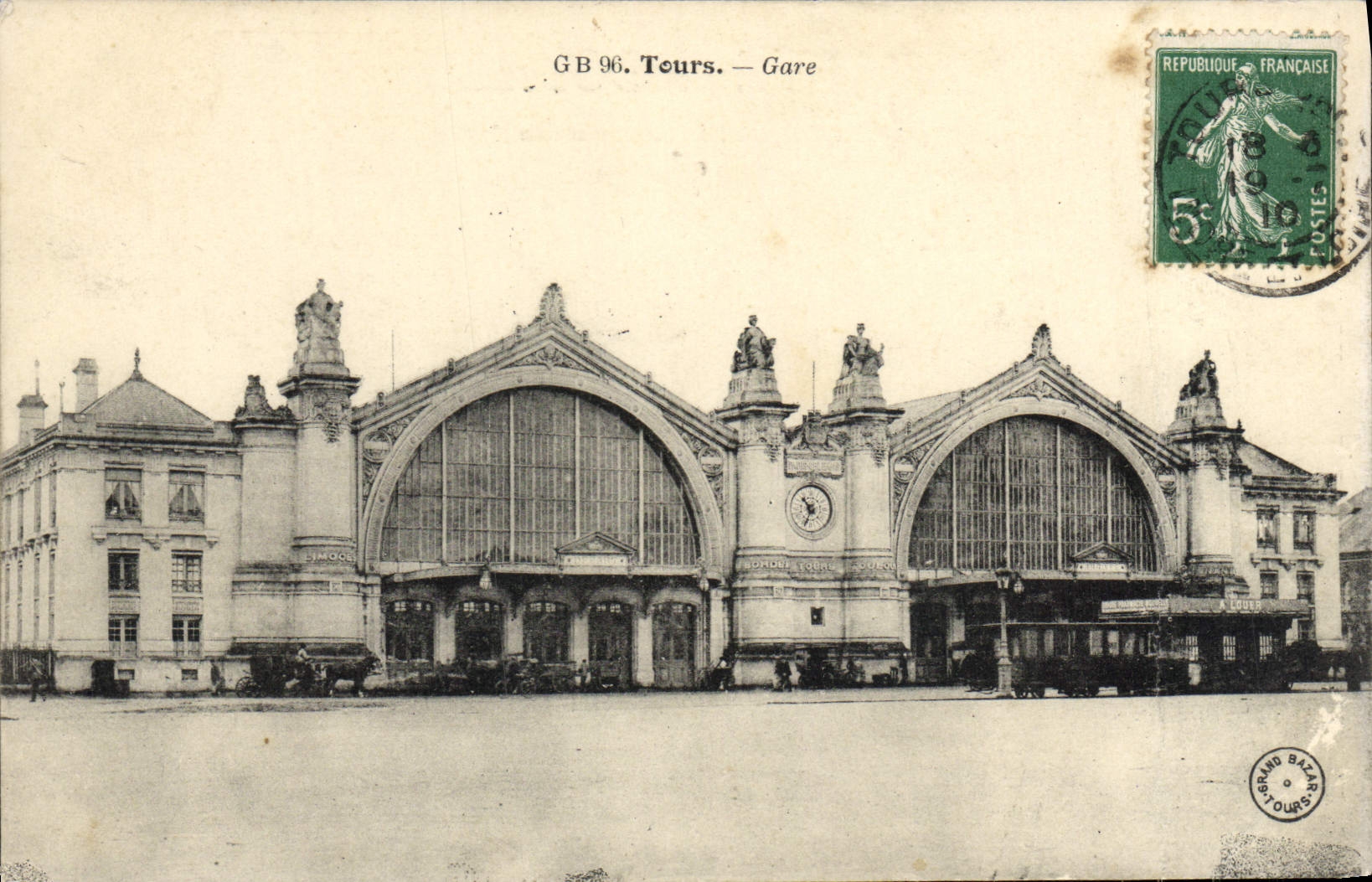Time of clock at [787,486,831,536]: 10:34
